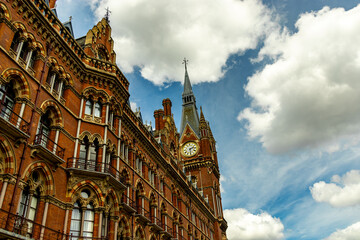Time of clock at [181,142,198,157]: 2:29
